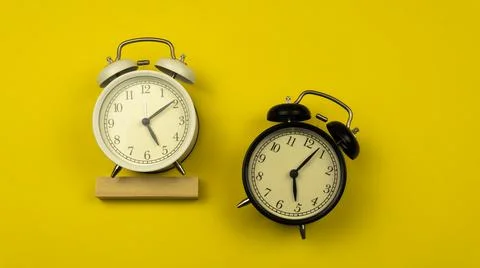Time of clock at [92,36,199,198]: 5:09
